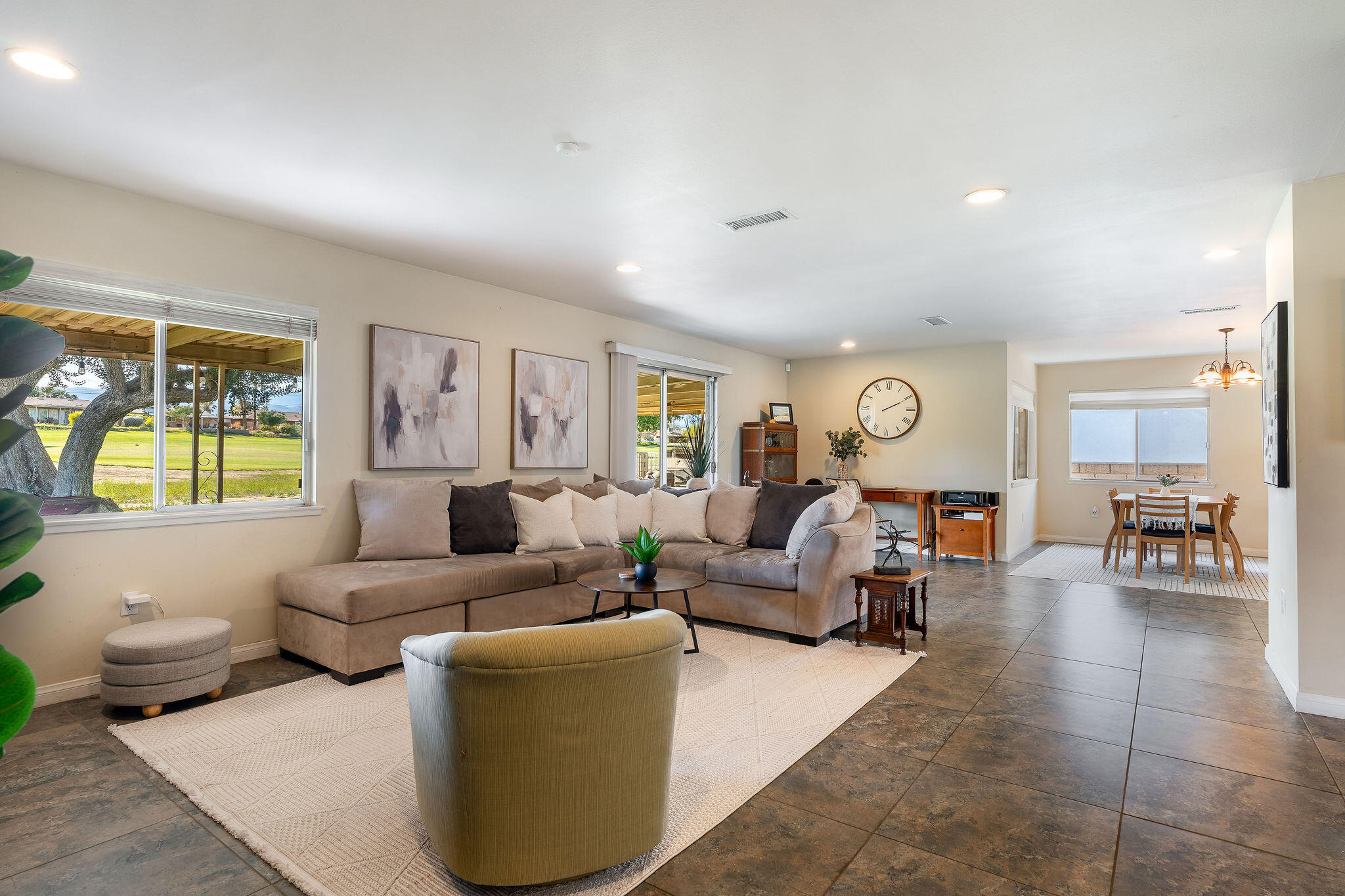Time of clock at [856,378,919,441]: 2:10
